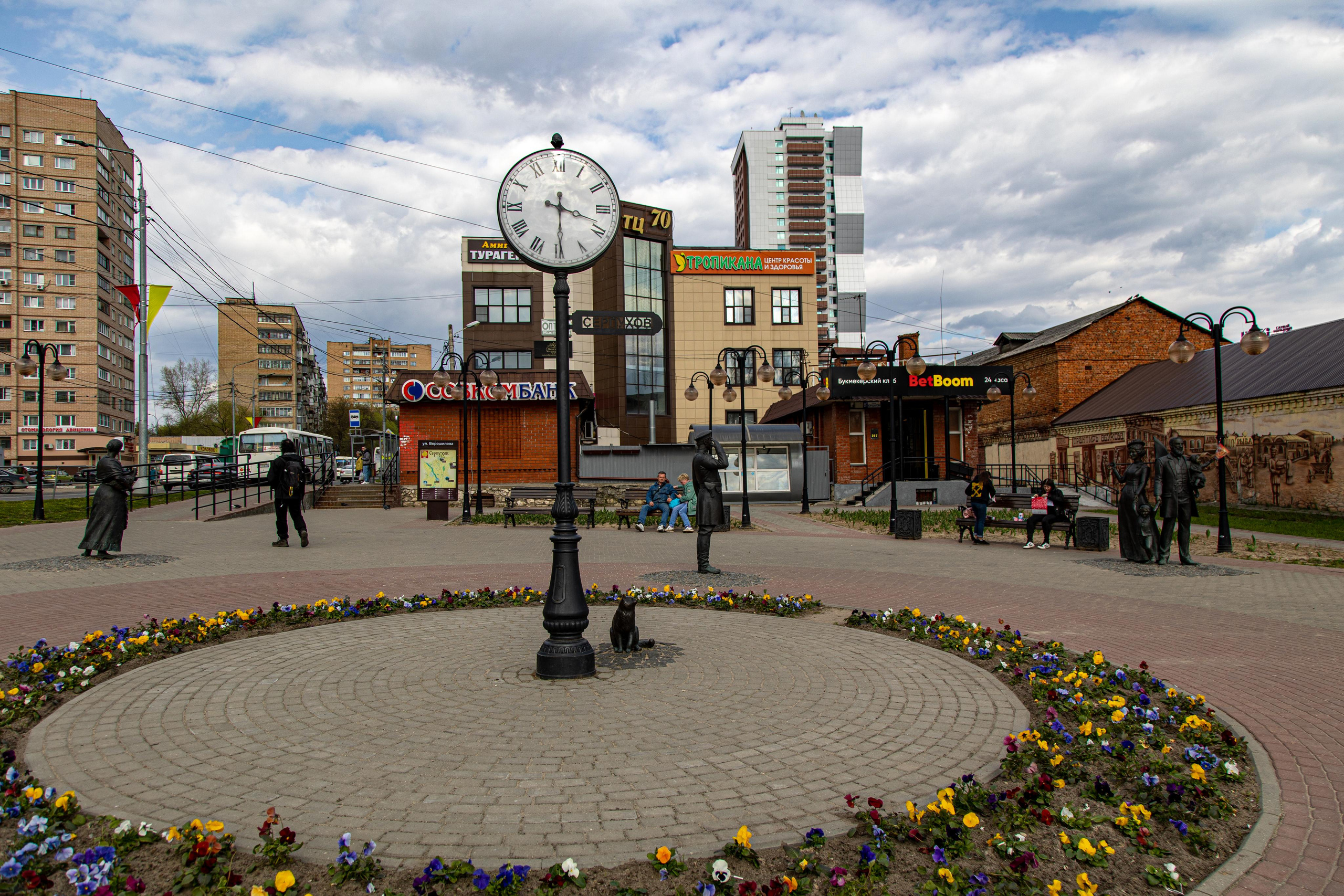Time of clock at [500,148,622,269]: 3:29
